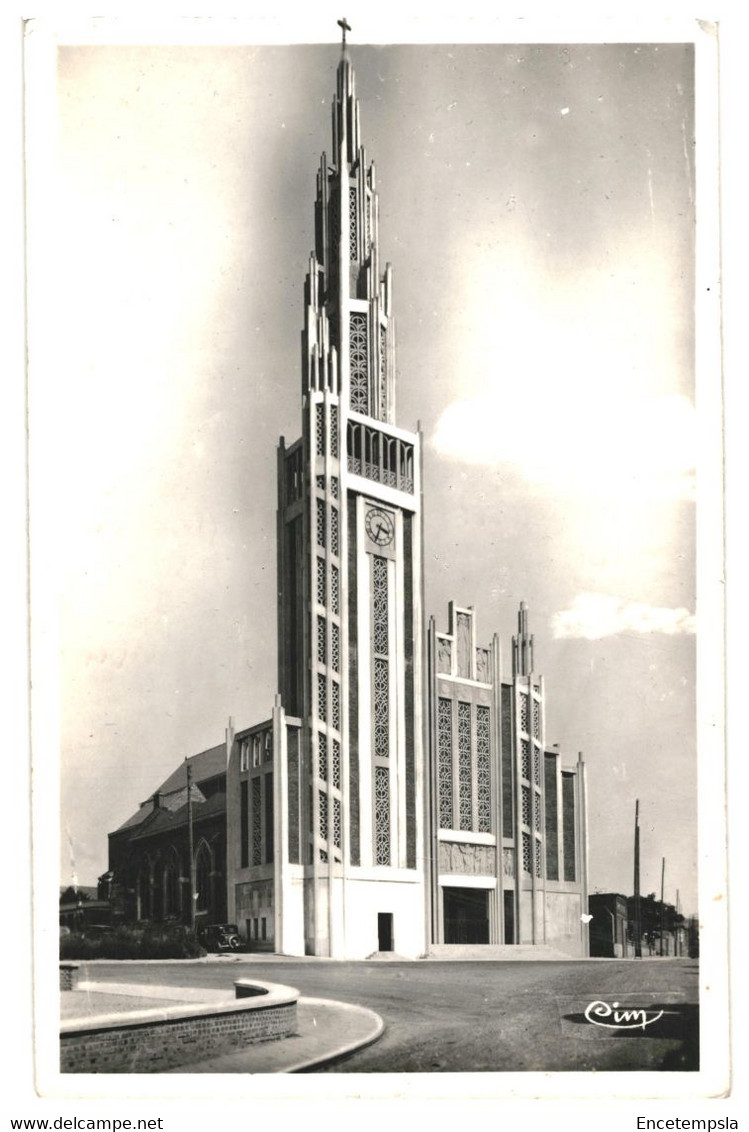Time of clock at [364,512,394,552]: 3:34
